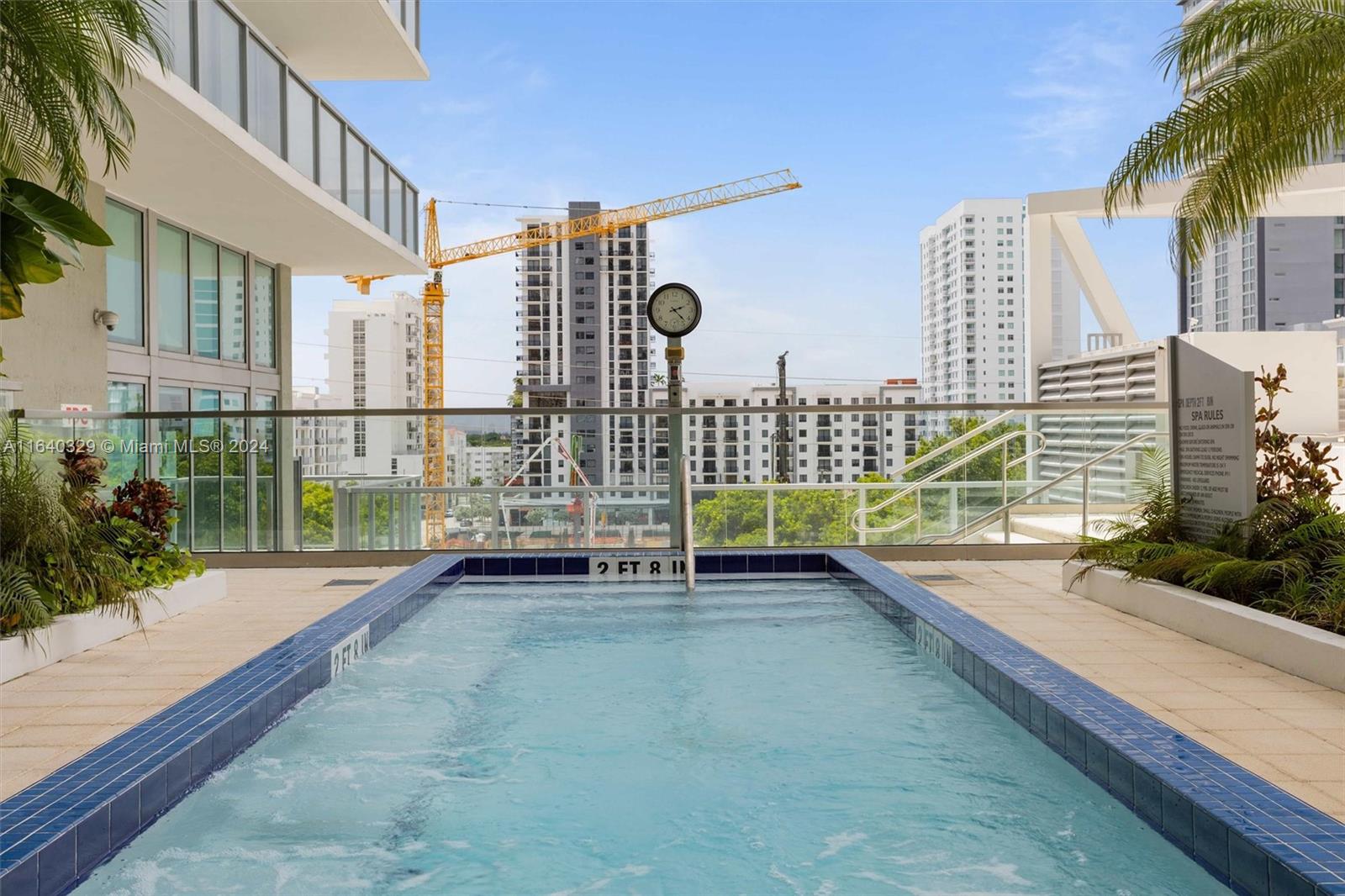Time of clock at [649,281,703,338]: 2:22
